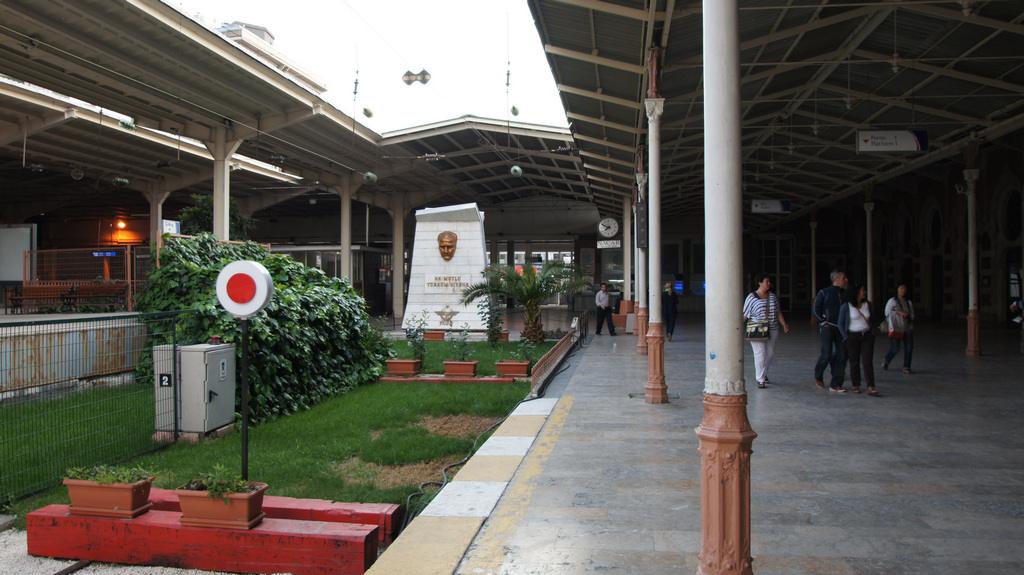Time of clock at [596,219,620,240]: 7:49
